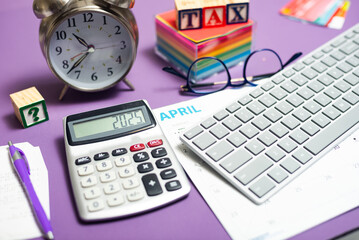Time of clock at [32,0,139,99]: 10:37
